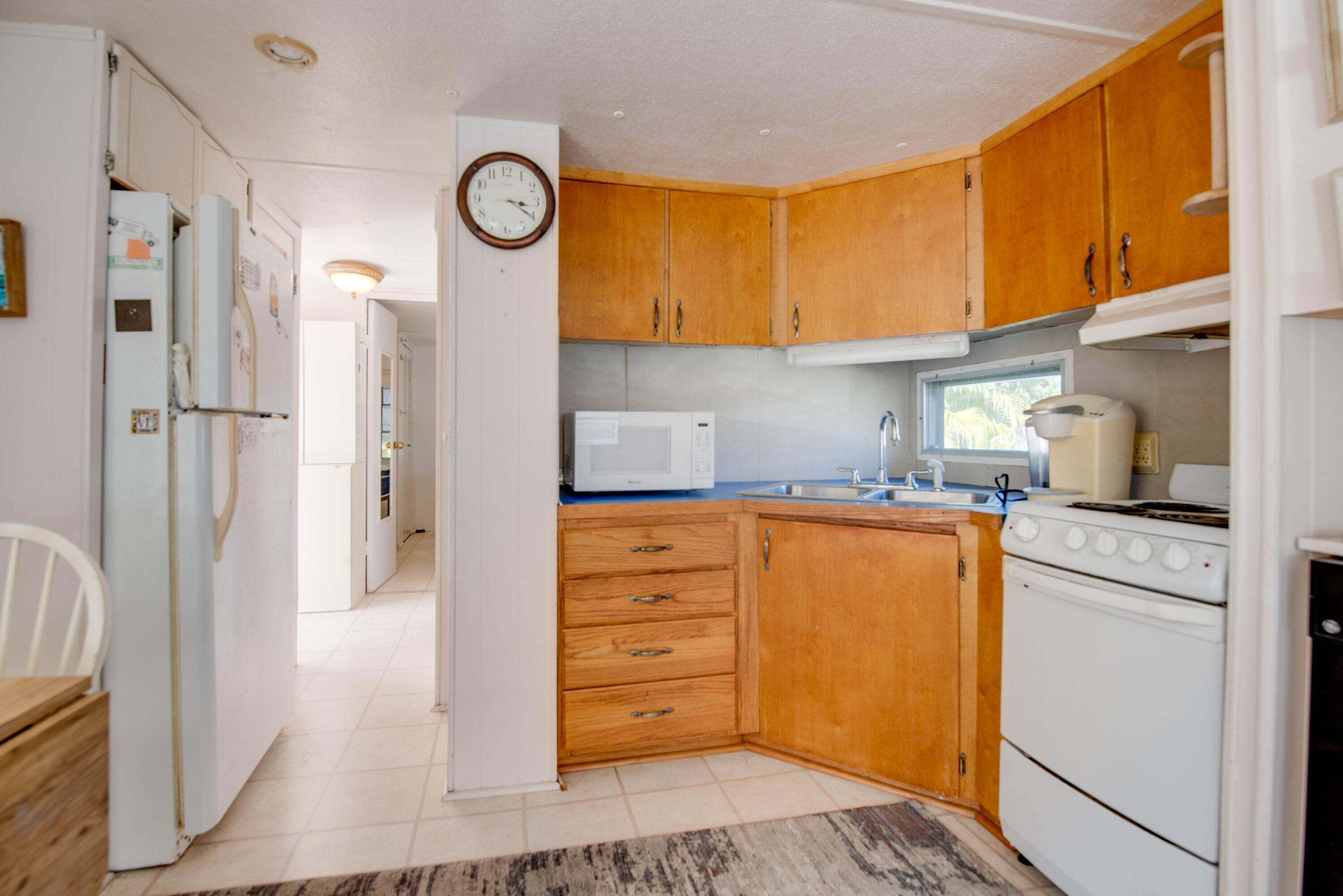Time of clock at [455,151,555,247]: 3:20
